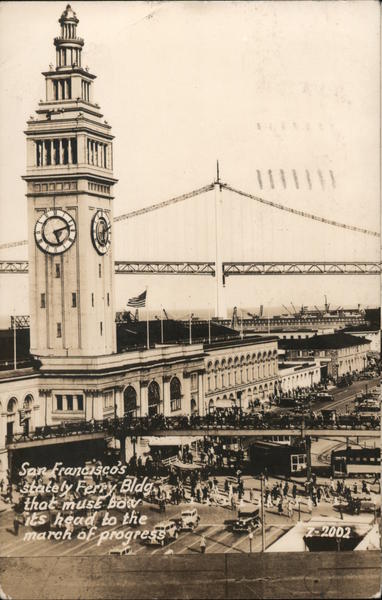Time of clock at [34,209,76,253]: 5:12
